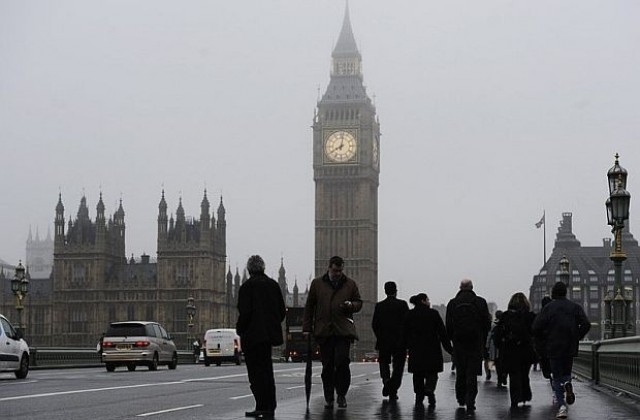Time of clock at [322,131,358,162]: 8:01
